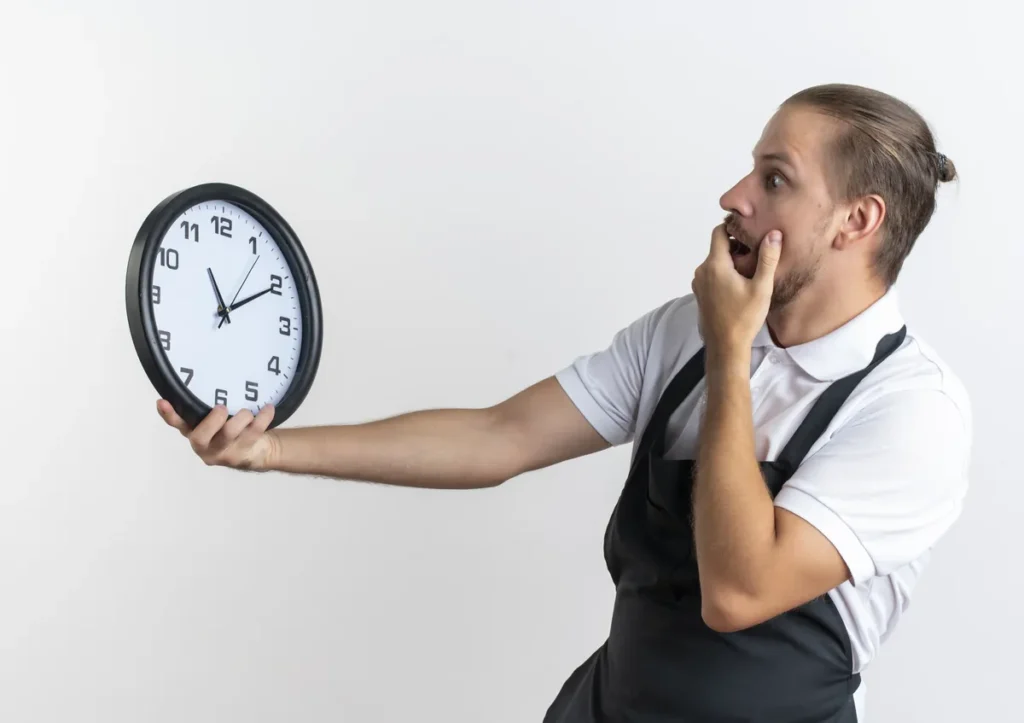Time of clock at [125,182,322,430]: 11:10
